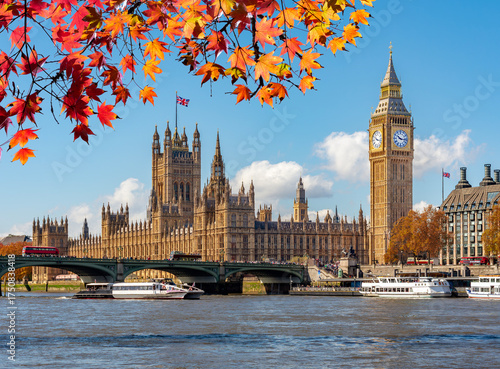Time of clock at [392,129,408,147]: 10:16
